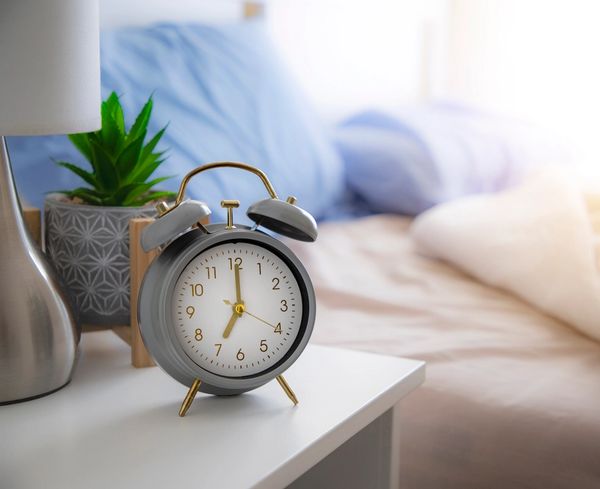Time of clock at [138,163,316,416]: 7:00
